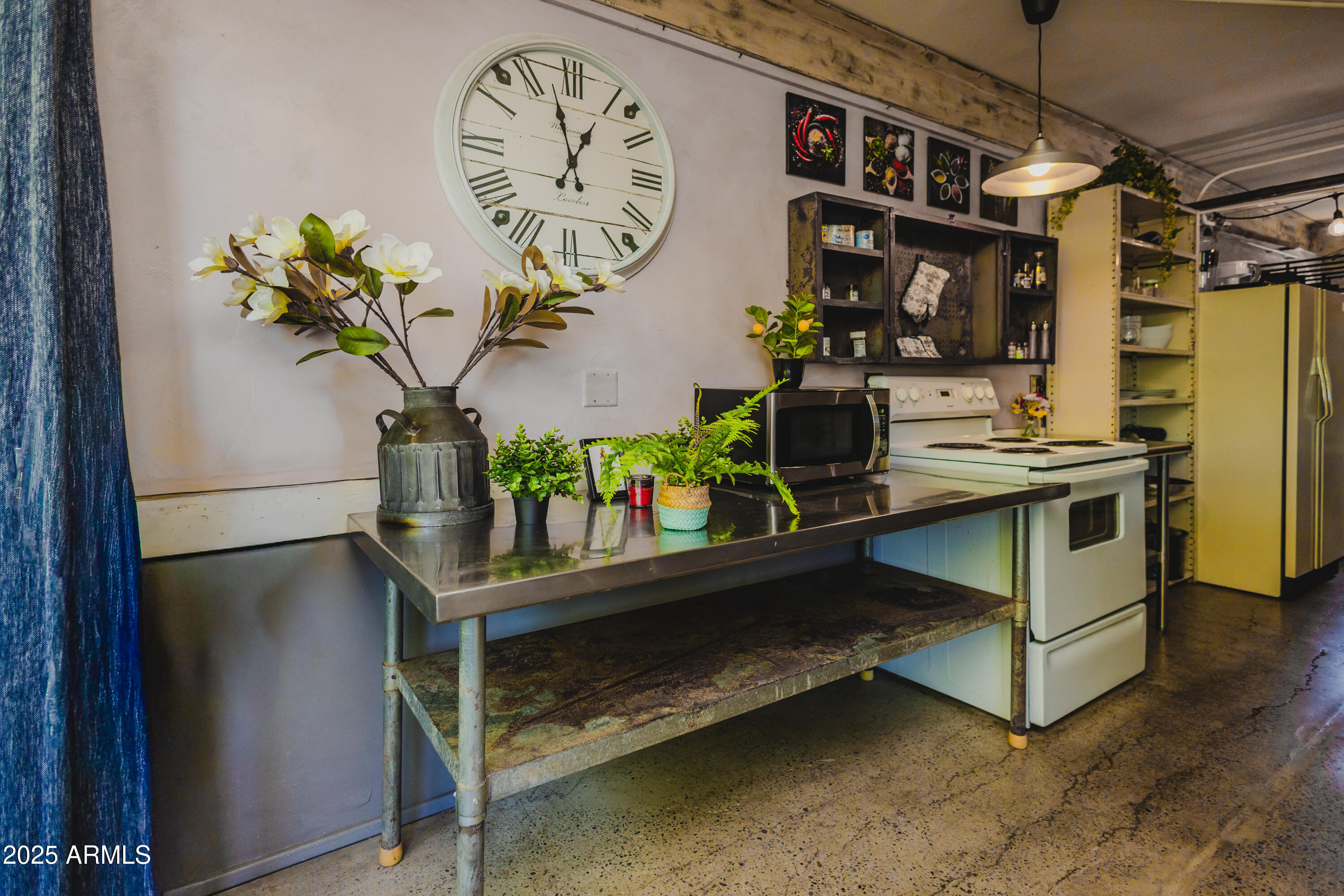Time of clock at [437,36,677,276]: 12:57
